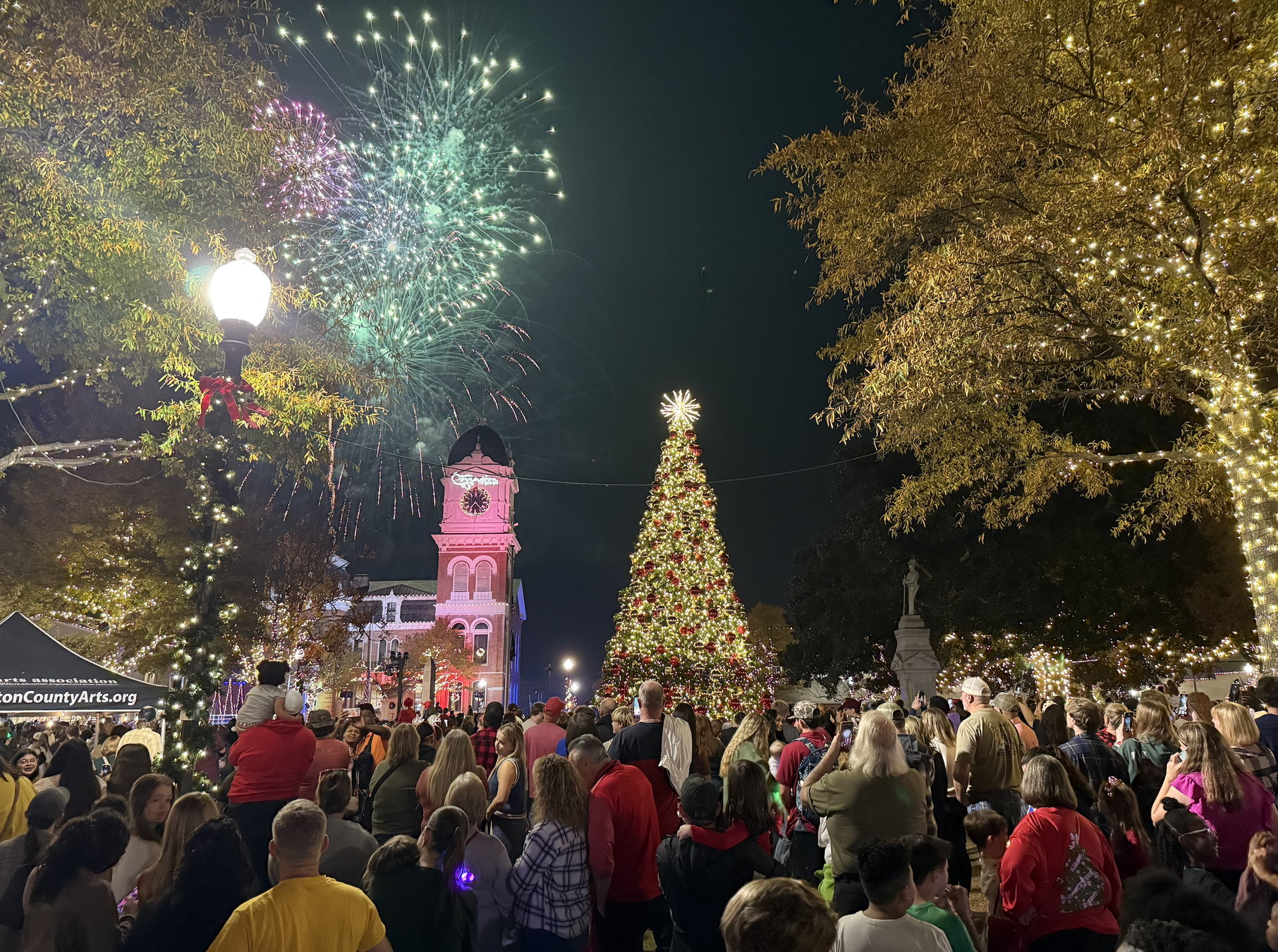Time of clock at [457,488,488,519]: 7:23
